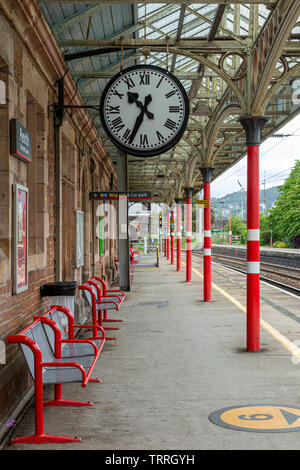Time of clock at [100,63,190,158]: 10:34
